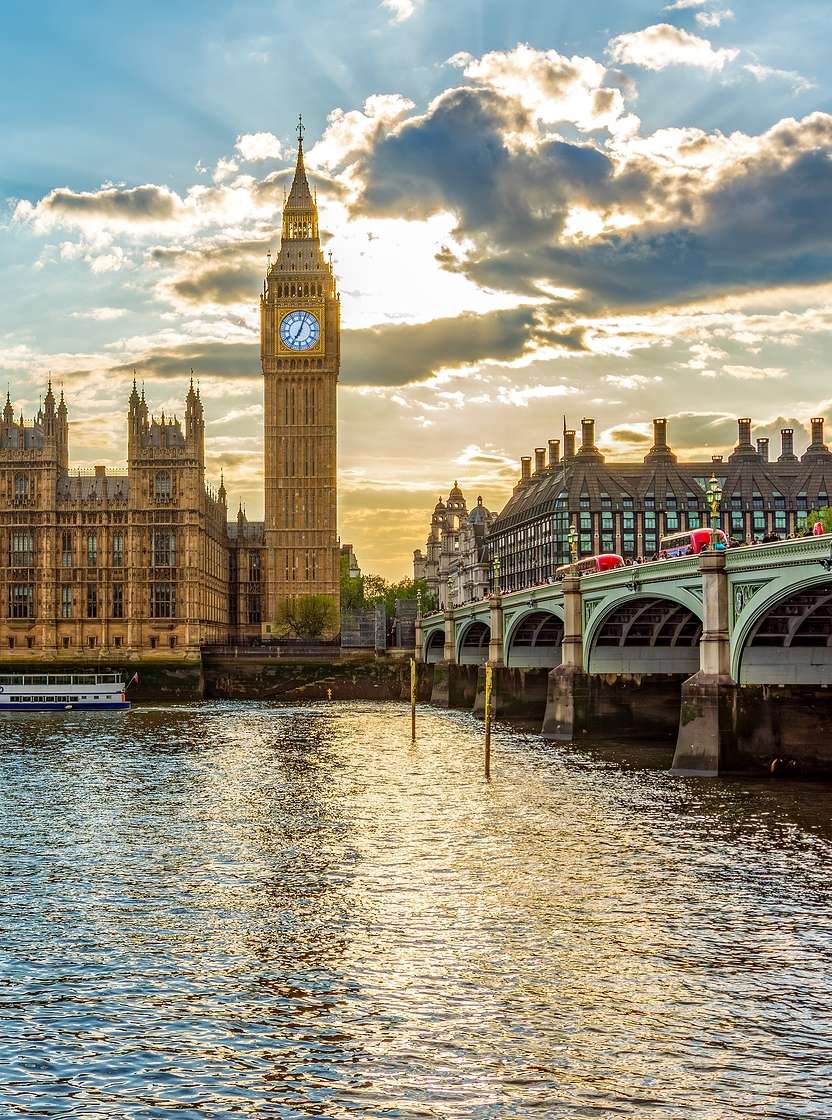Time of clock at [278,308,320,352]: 7:03
